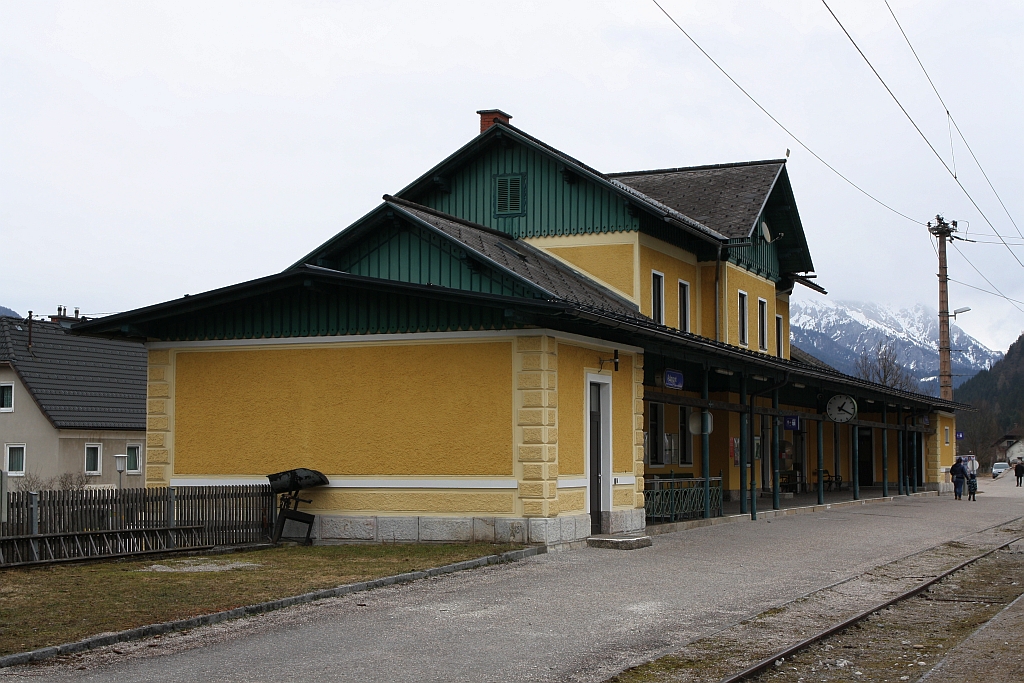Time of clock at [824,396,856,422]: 1:19
